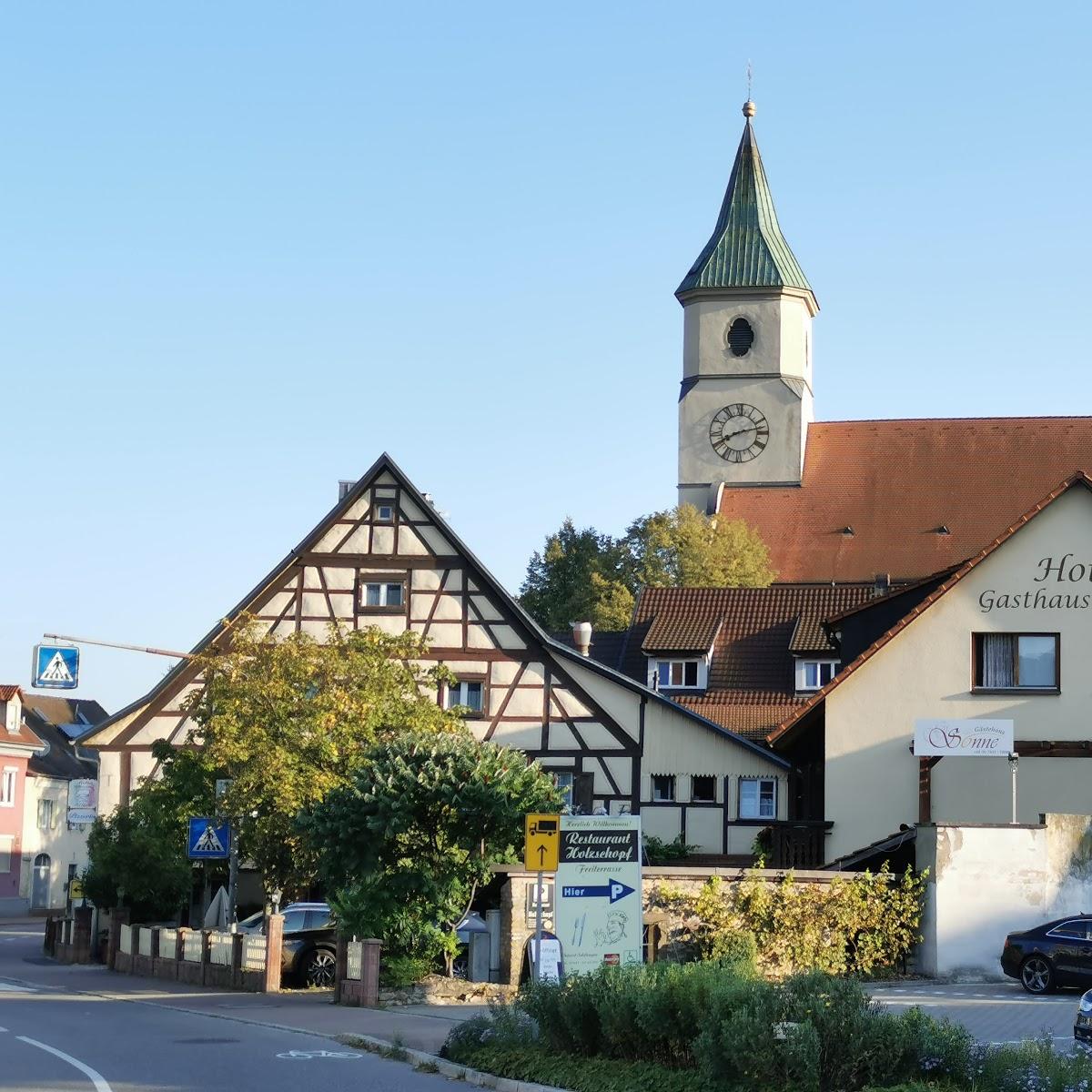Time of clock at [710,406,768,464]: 8:12
